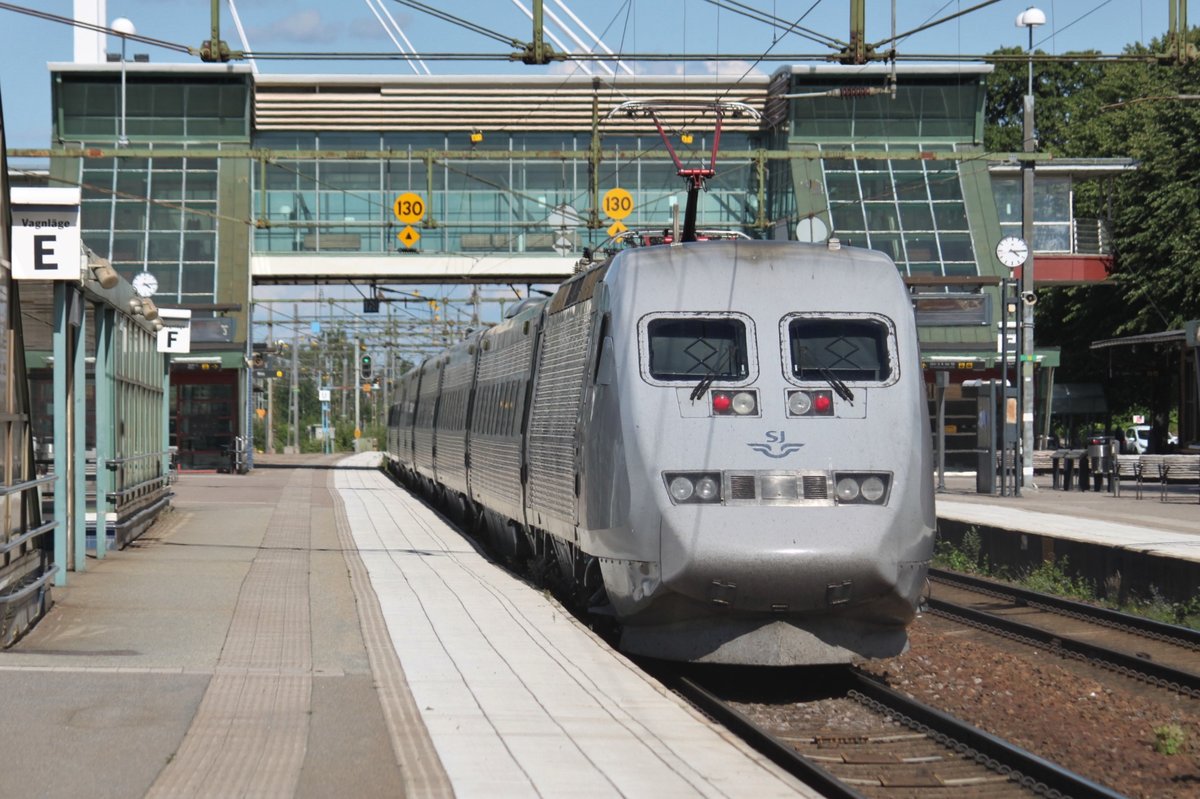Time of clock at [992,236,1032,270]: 4:14
